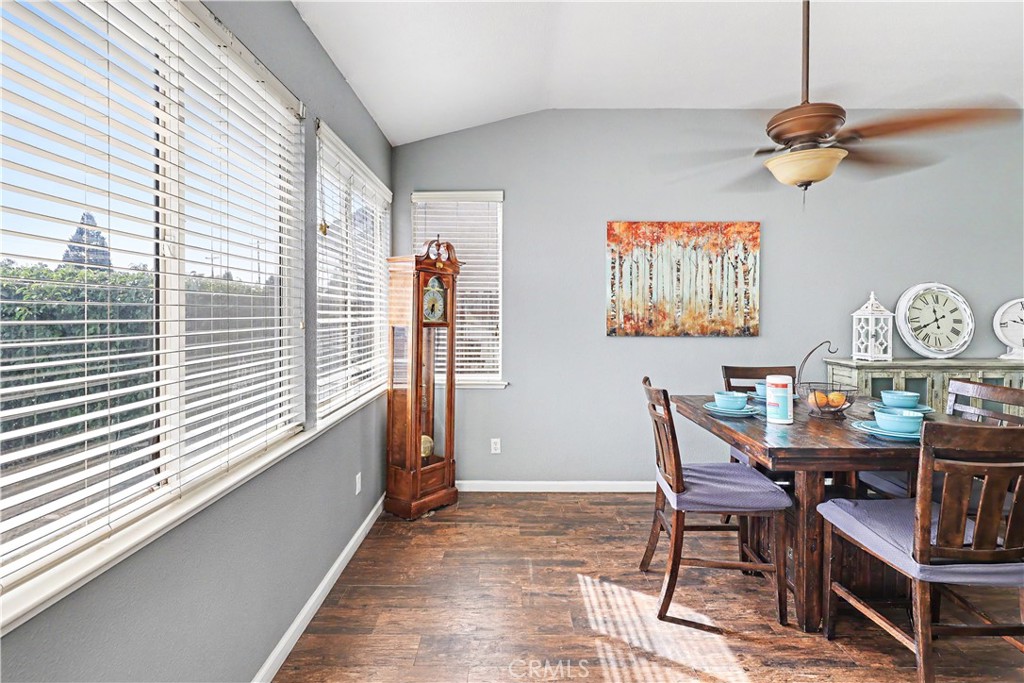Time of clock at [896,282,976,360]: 11:40
